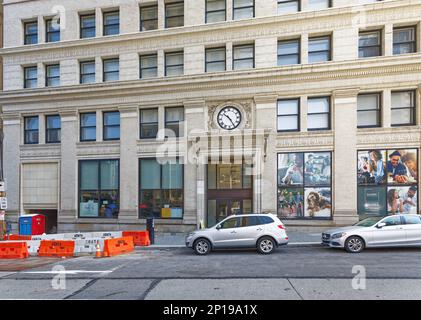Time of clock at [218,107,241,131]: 10:24
